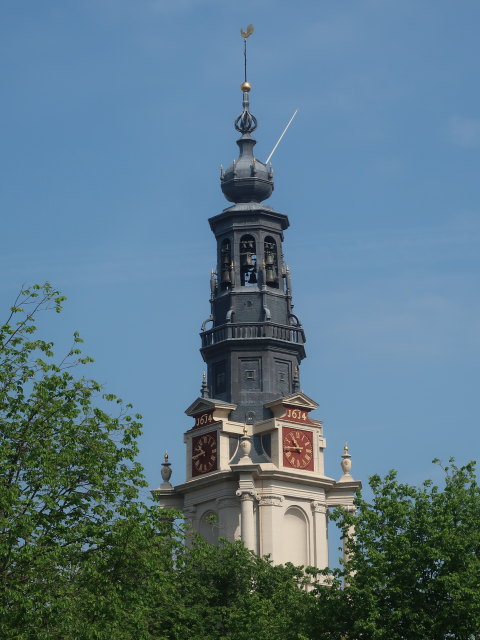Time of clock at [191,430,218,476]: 10:42
